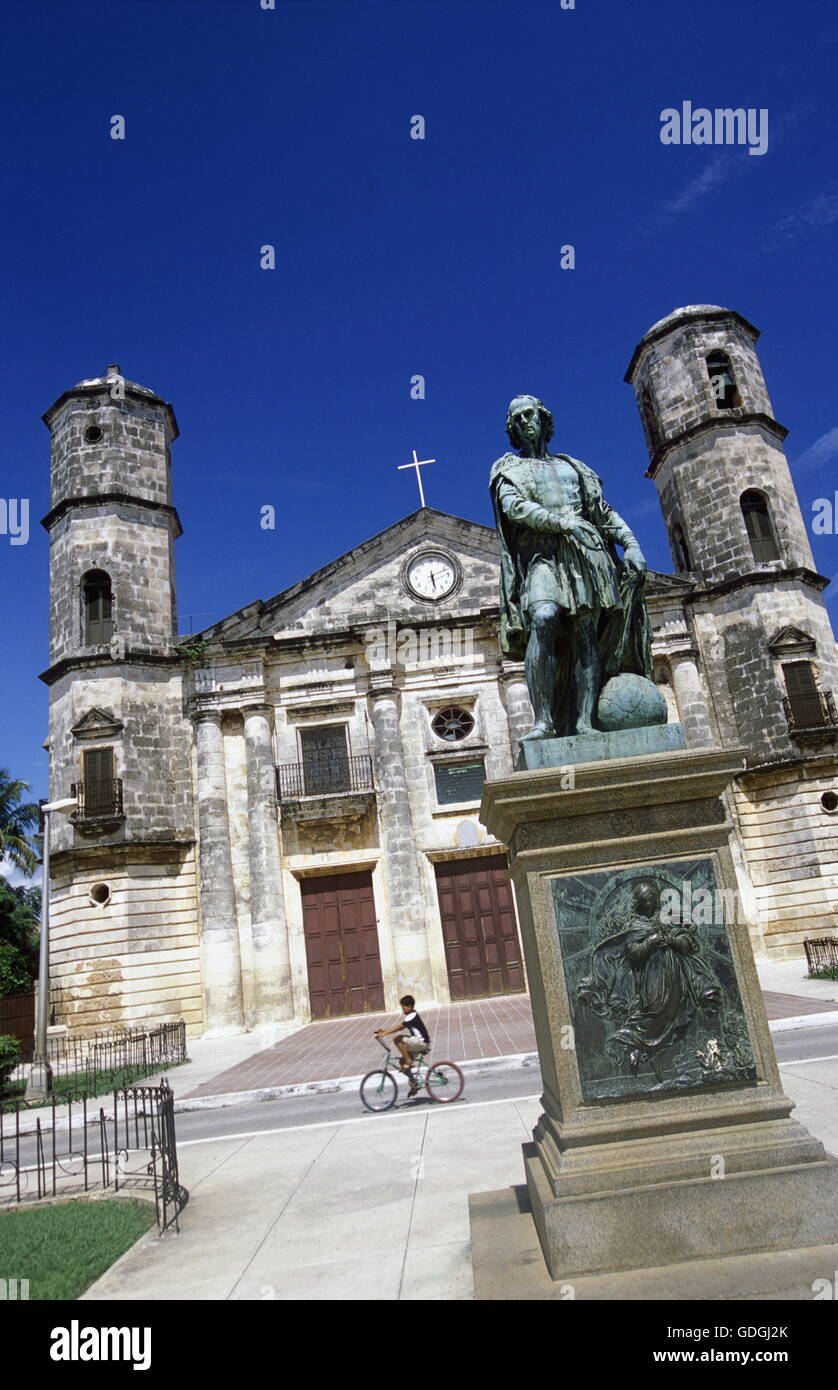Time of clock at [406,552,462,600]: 2:28
